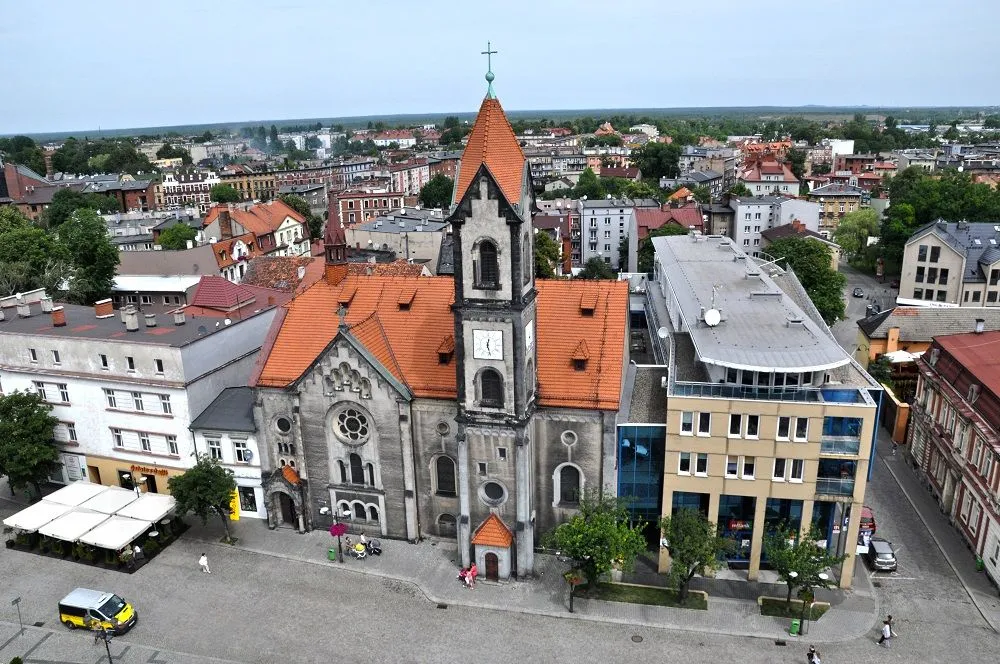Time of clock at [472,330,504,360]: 12:27
